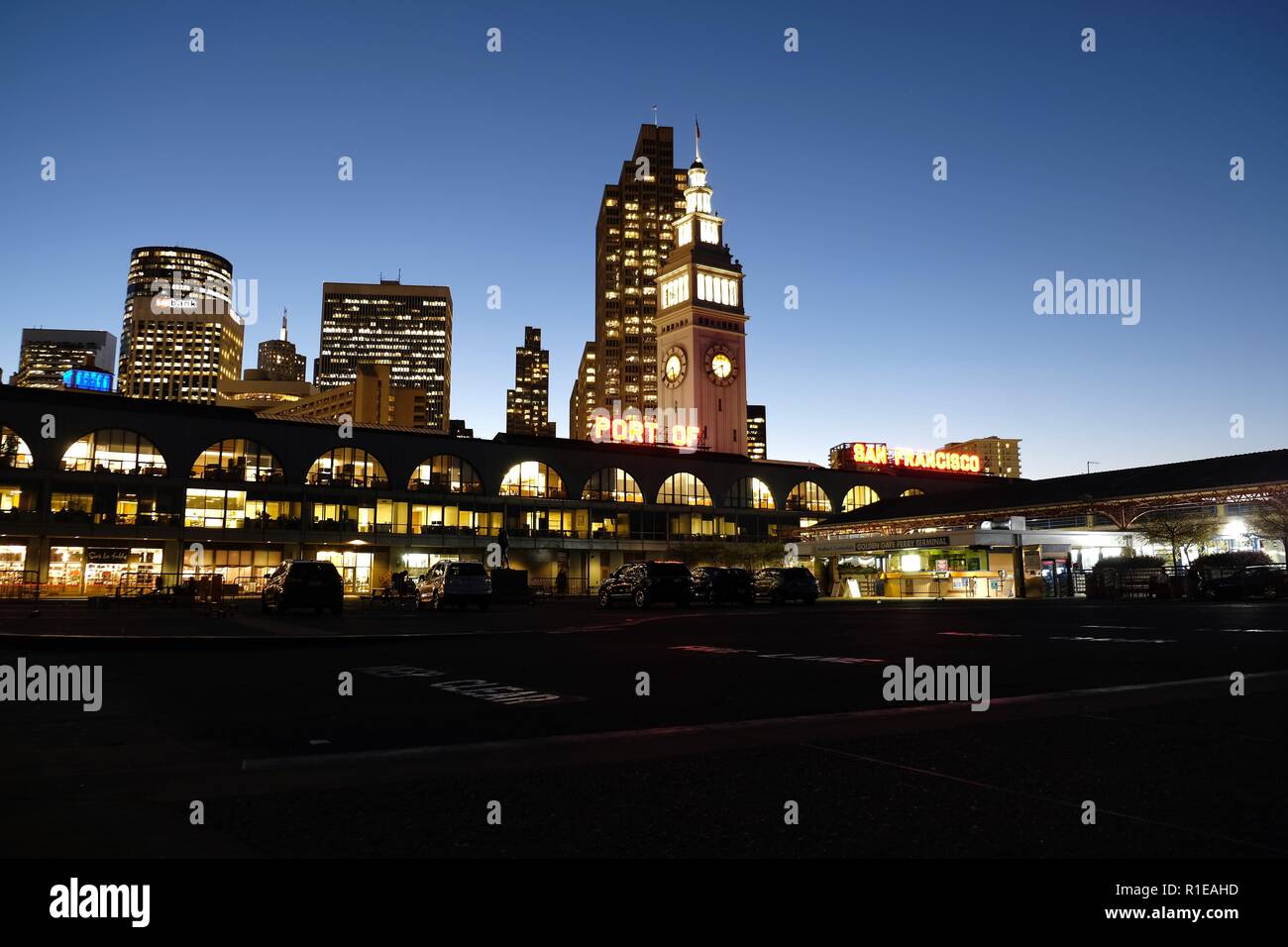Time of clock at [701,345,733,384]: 5:40
